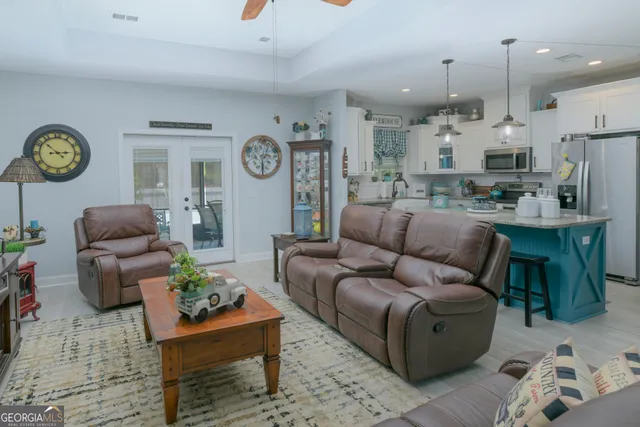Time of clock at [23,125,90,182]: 2:52
